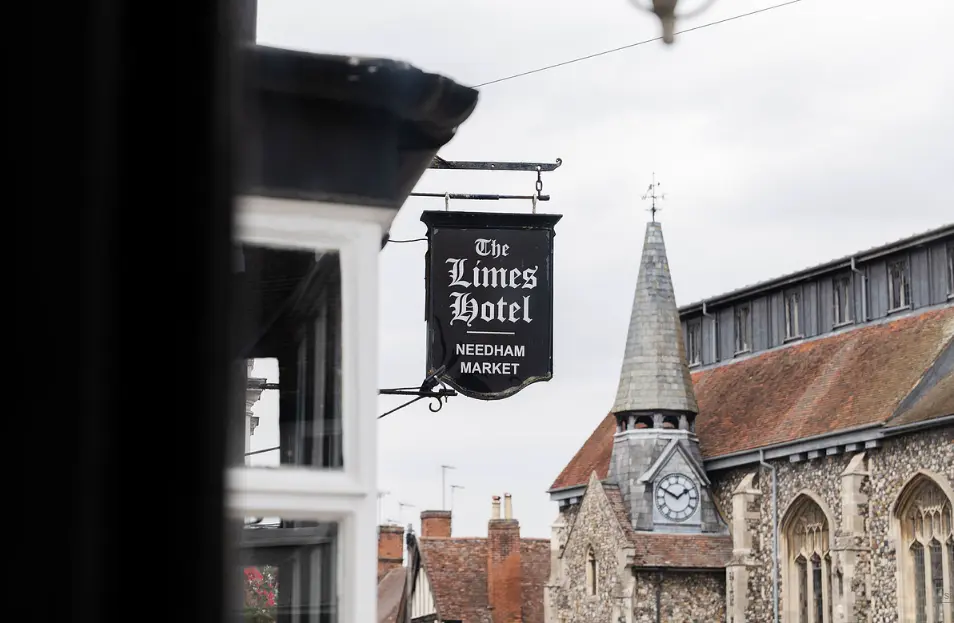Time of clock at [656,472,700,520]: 1:49
